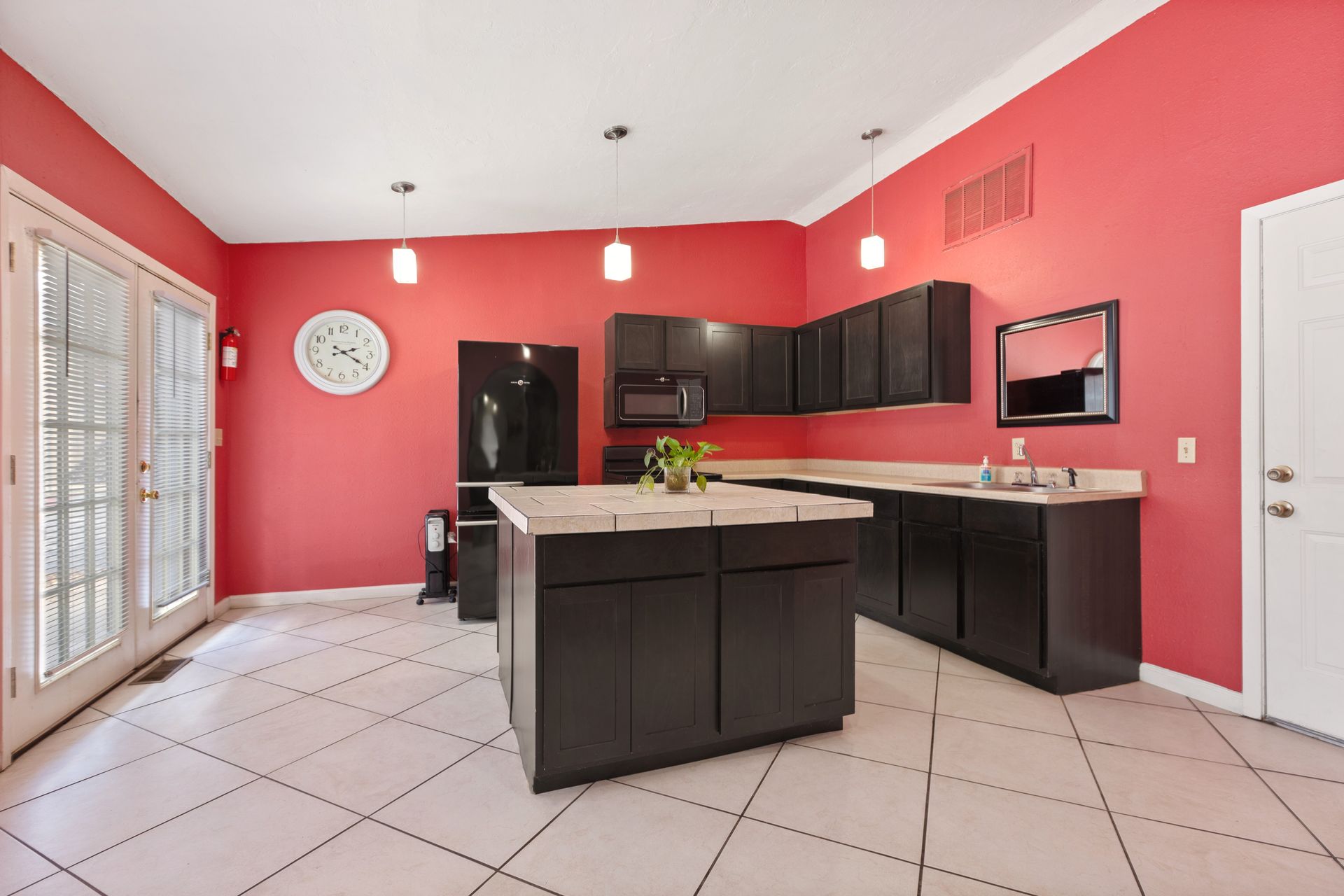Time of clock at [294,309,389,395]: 2:19
